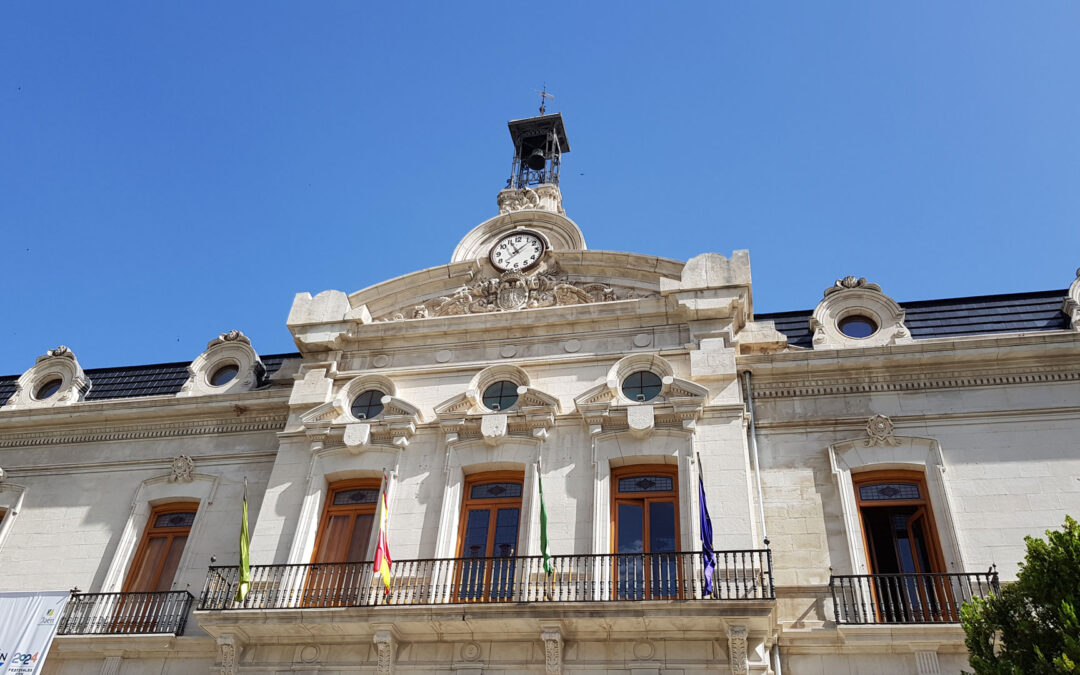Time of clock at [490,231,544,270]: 11:07
